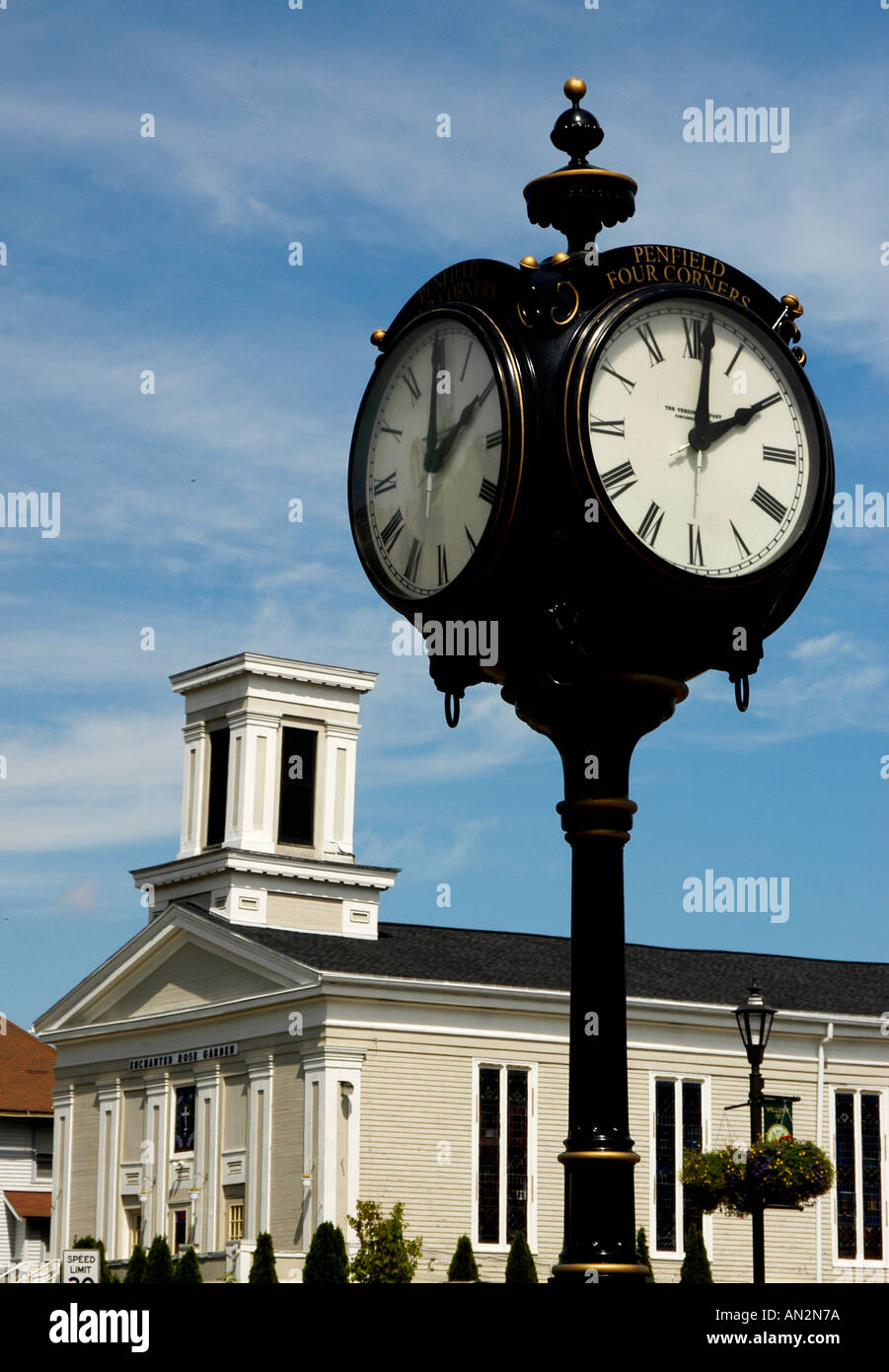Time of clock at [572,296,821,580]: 2:01
